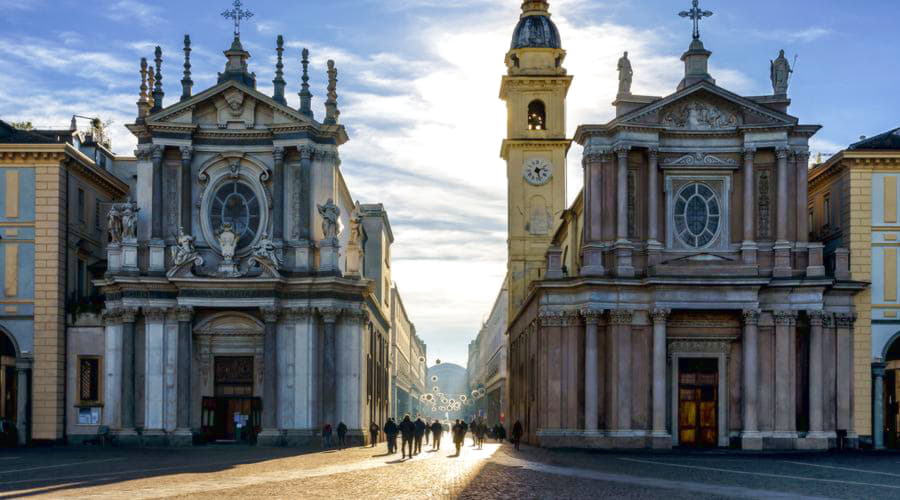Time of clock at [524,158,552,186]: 2:27
